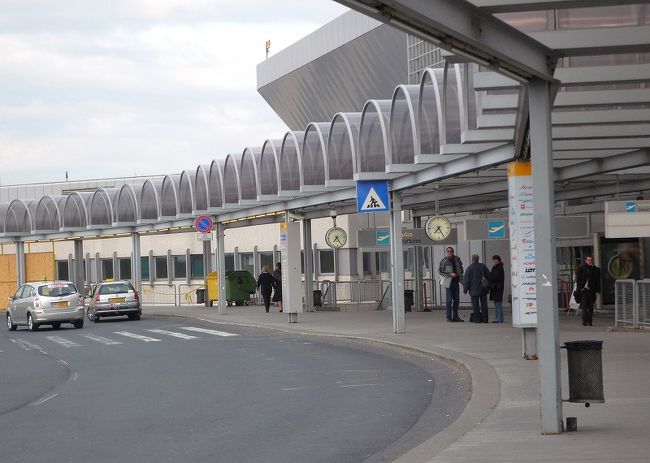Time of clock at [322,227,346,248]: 7:24
